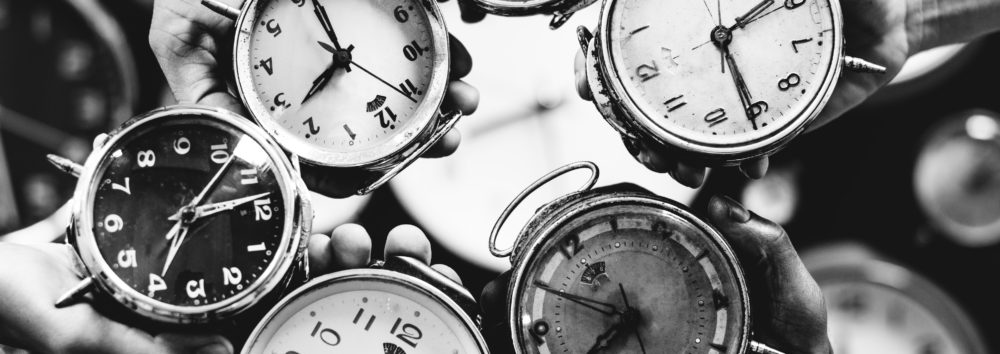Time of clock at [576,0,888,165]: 1:26
